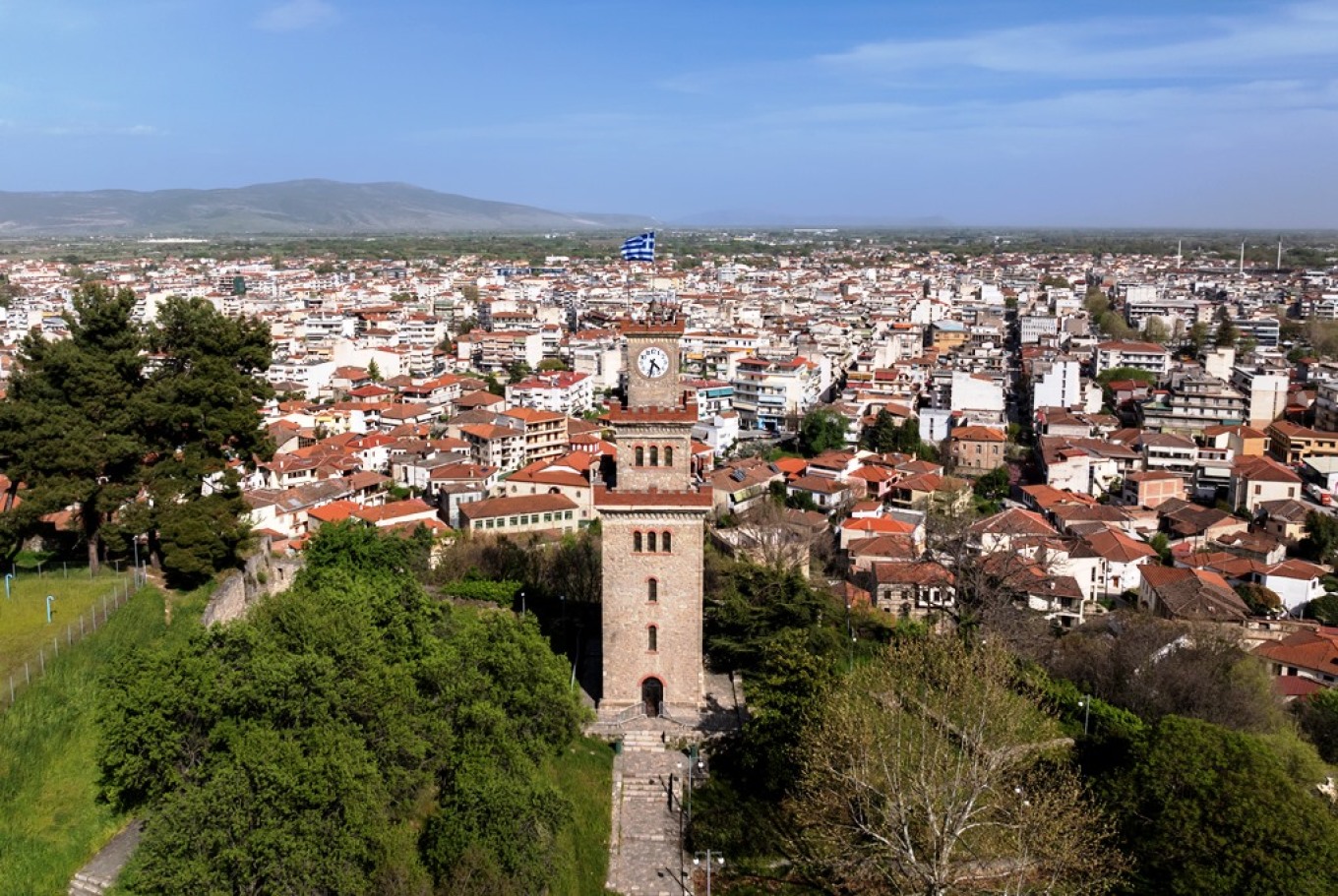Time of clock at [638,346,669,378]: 4:32
